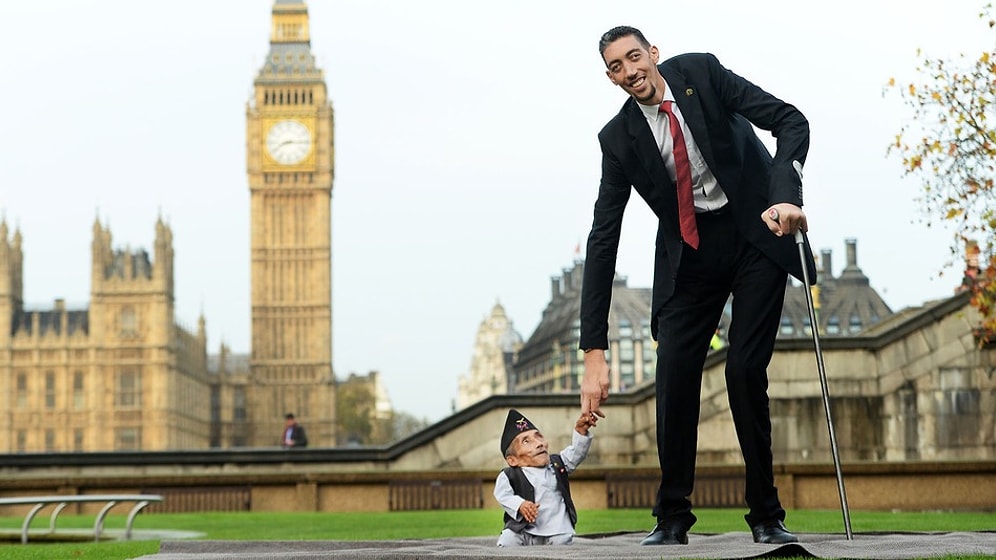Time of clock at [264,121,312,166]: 8:14
